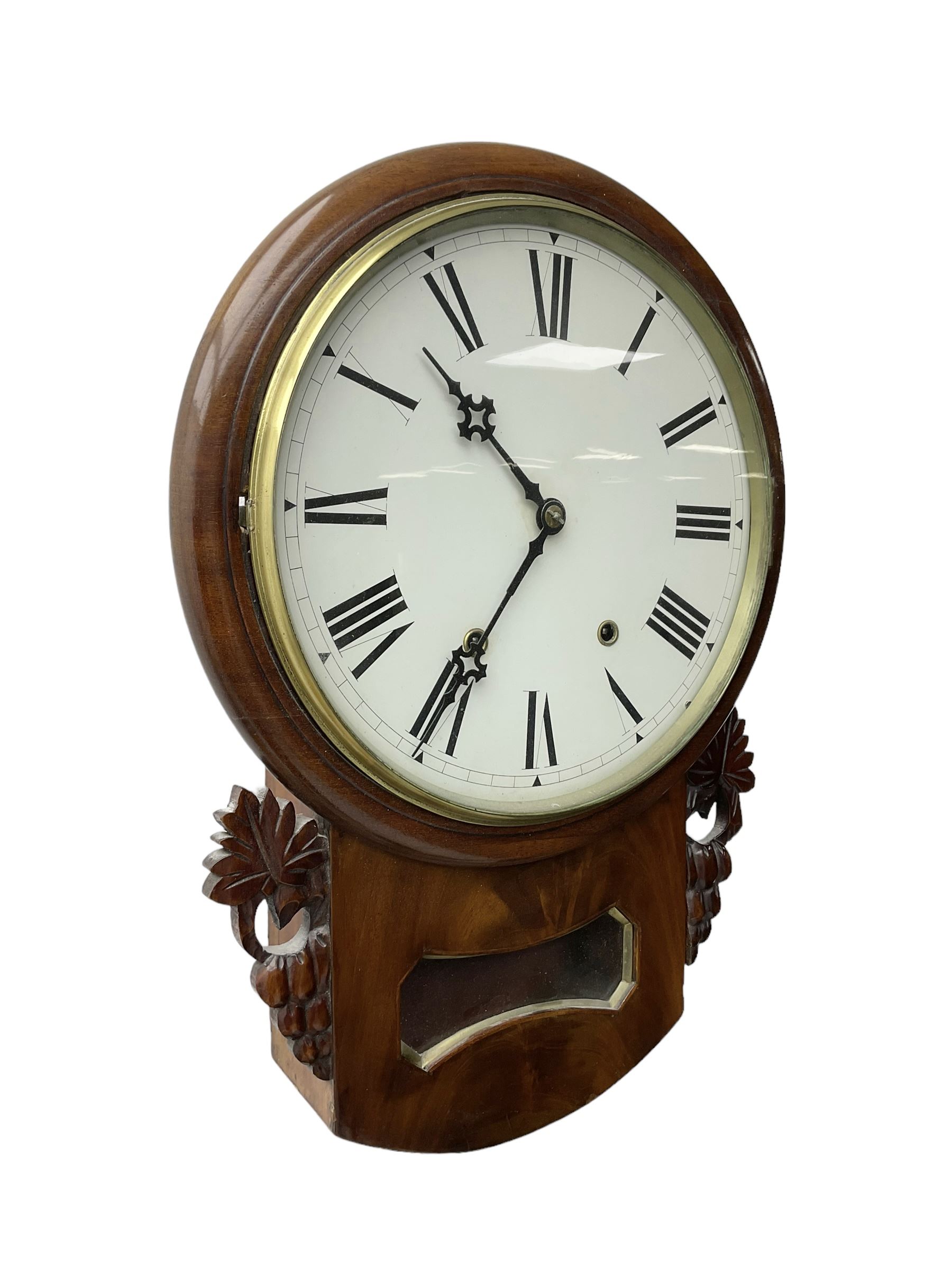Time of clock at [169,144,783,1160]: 10:35
